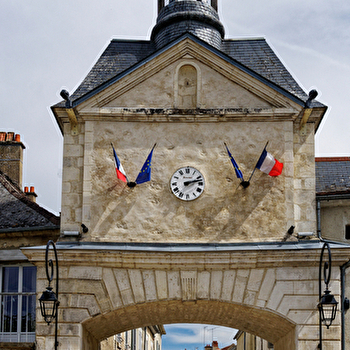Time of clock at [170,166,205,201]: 2:12
